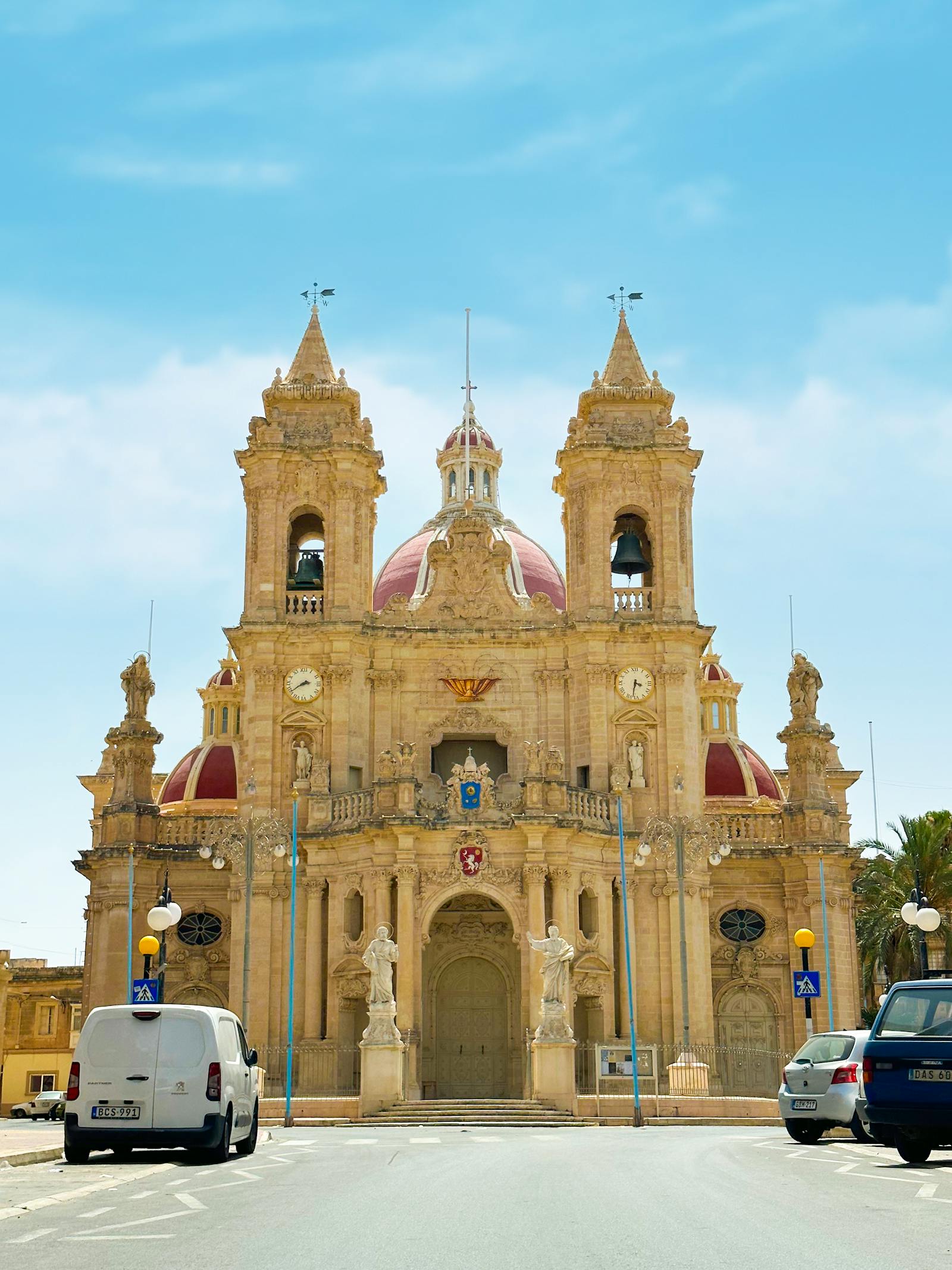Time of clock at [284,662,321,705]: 2:39
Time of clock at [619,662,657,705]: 3:32
